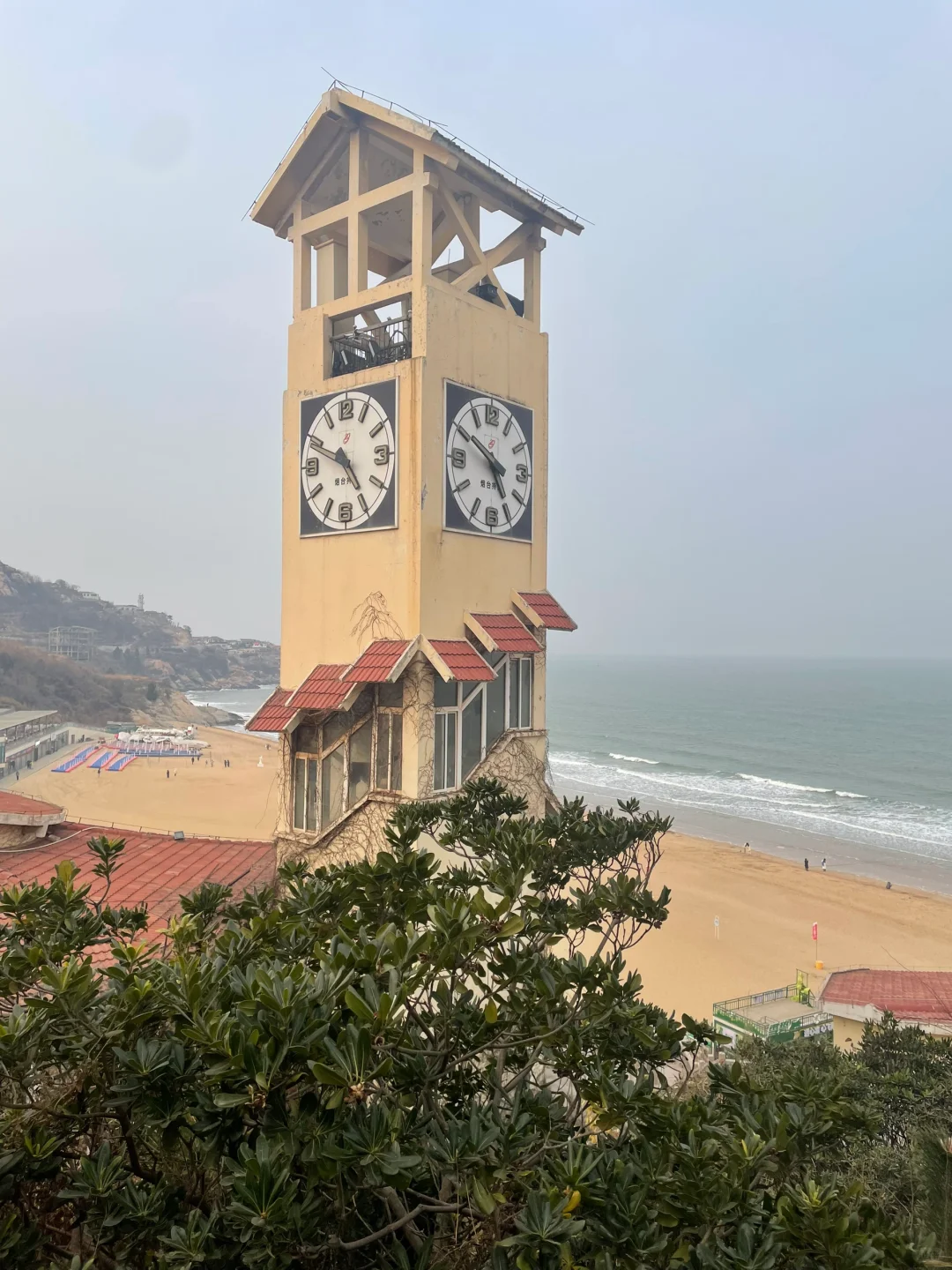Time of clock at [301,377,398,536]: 4:48
